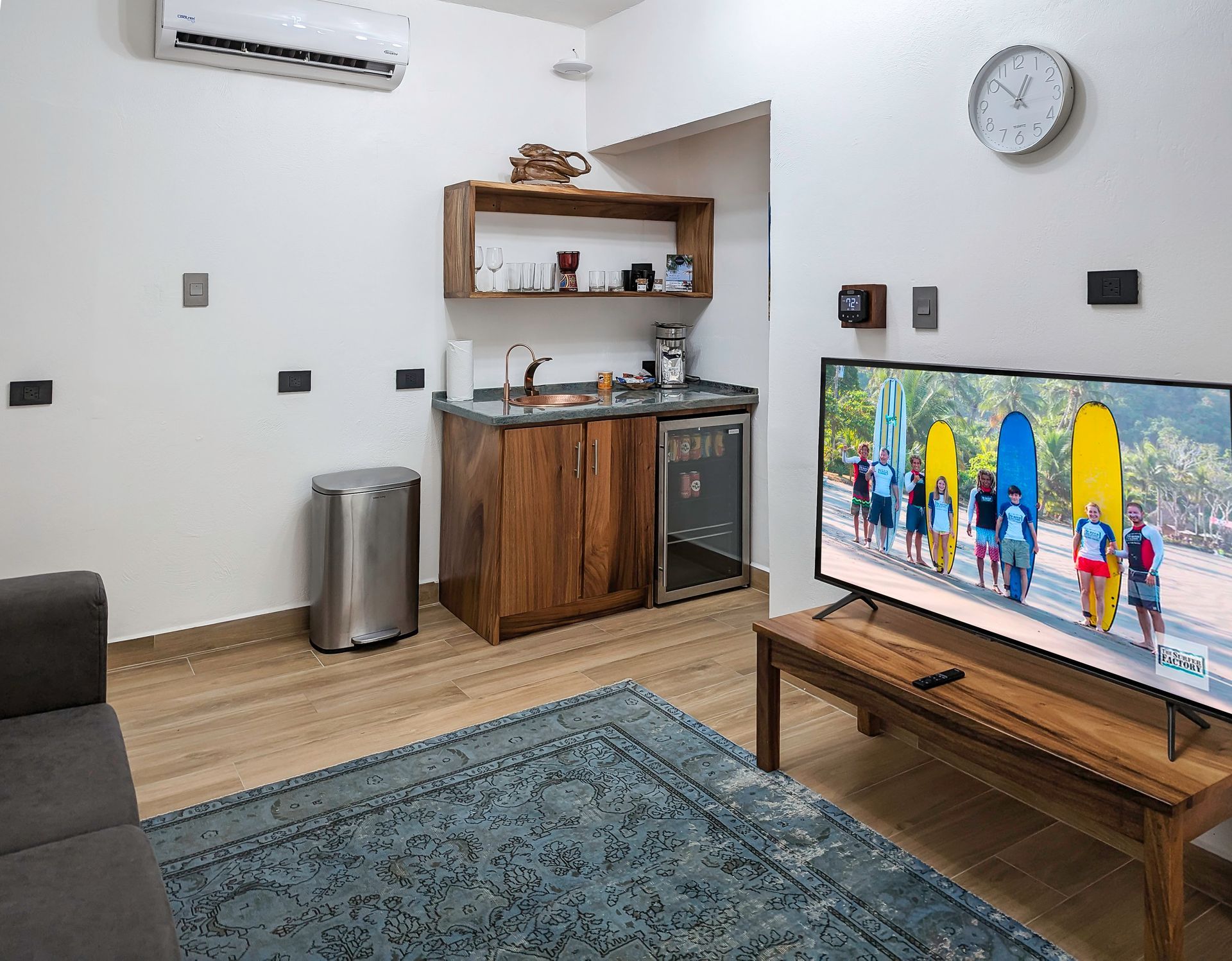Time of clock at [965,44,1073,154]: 12:52
